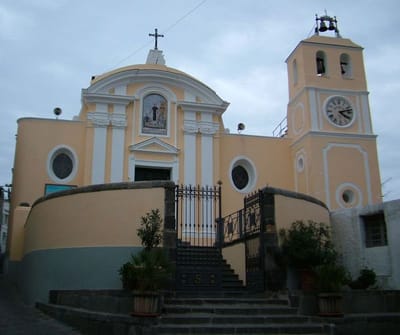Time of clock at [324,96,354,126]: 4:12
